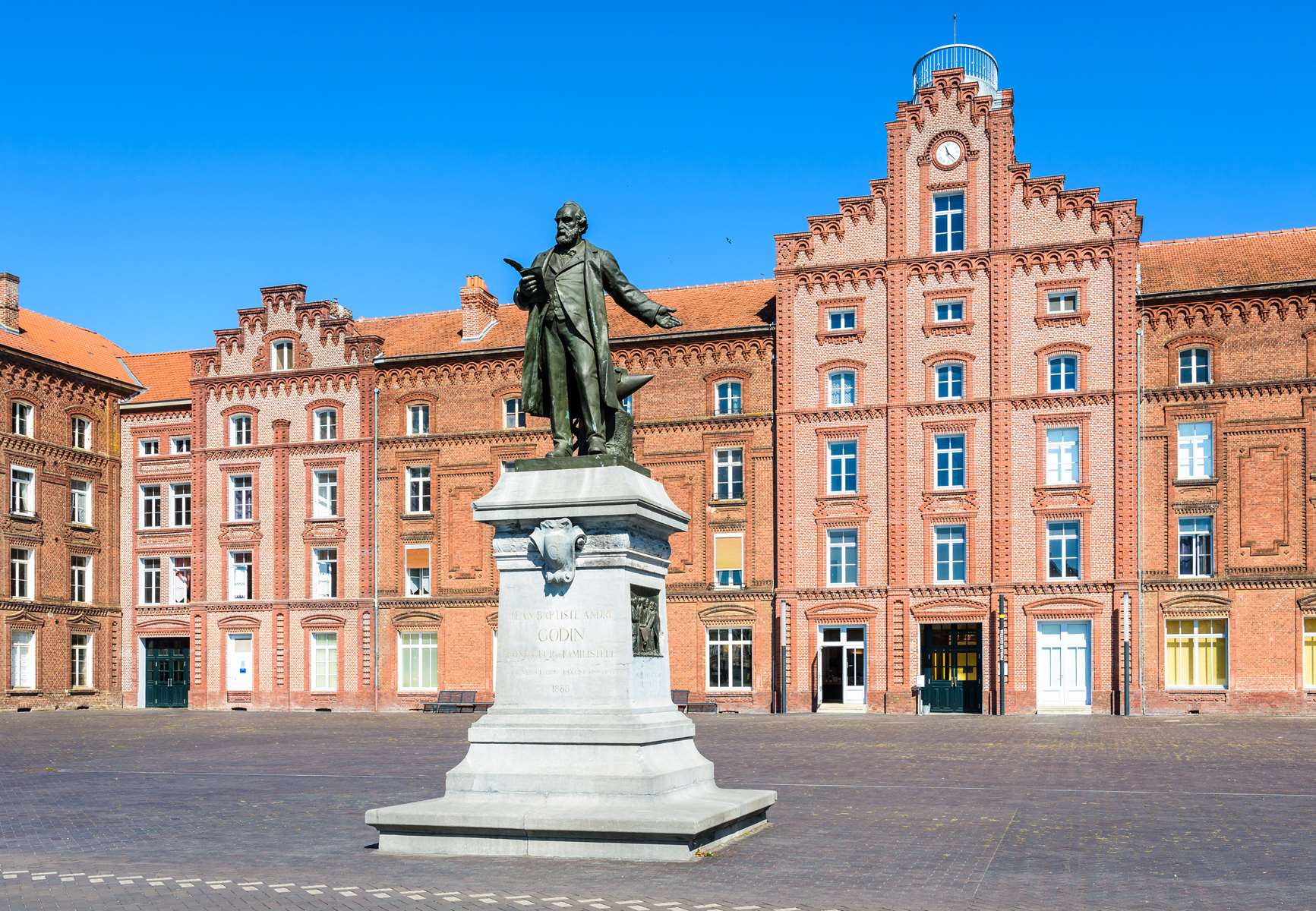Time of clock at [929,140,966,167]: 11:22
